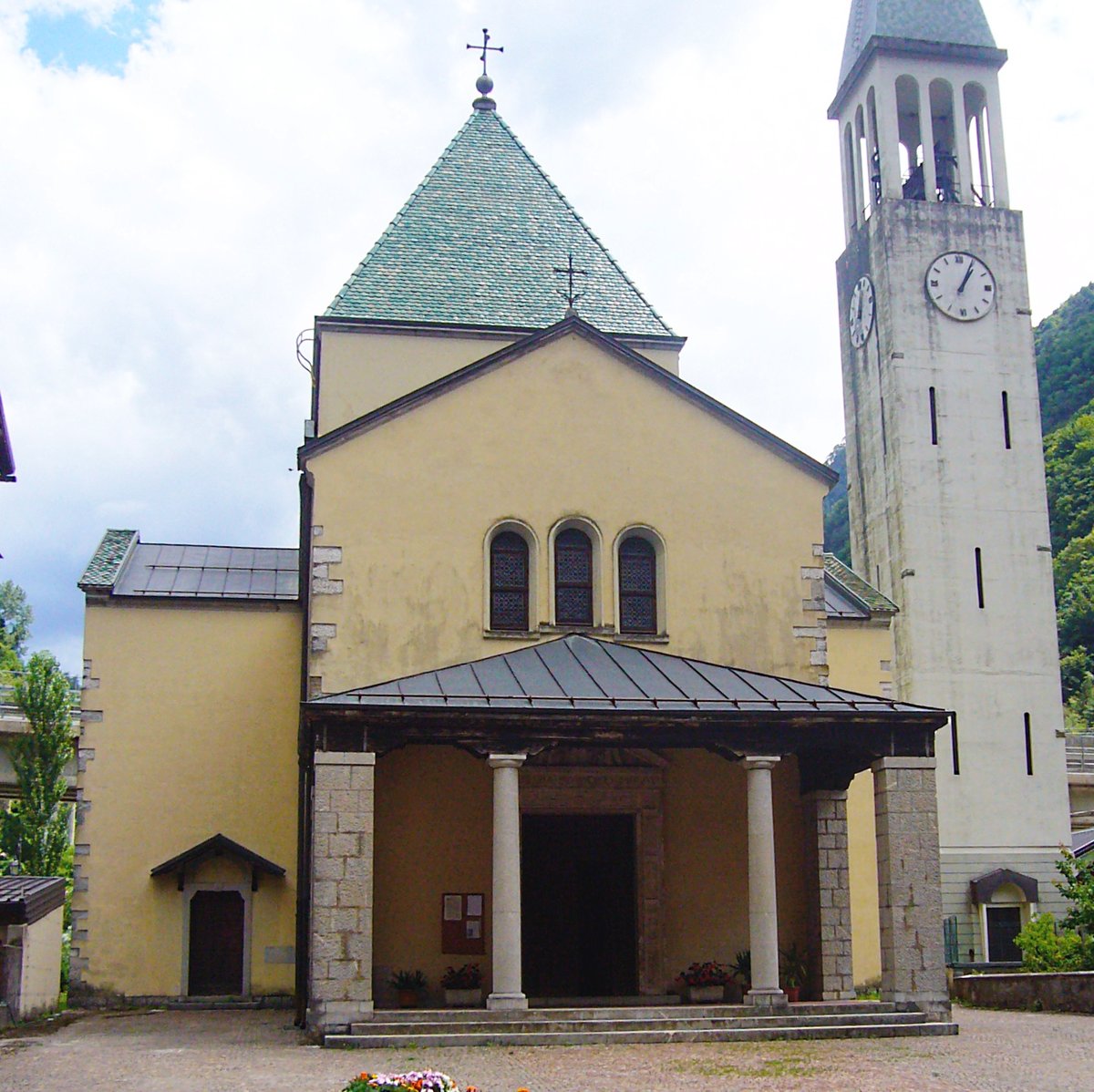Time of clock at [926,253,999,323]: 1:04
